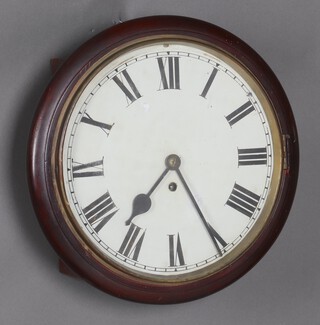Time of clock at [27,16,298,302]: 7:25
